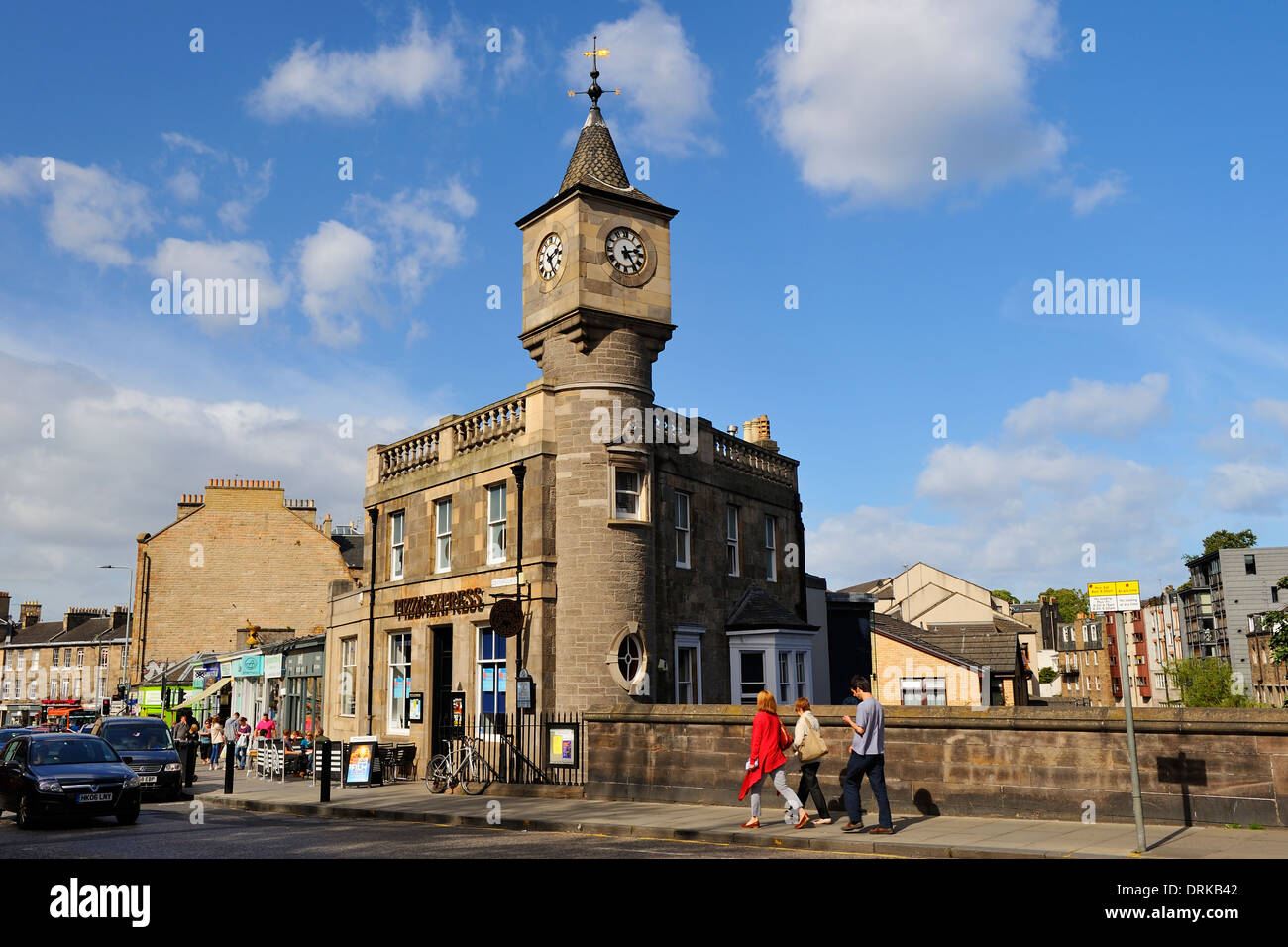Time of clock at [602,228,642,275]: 2:24
